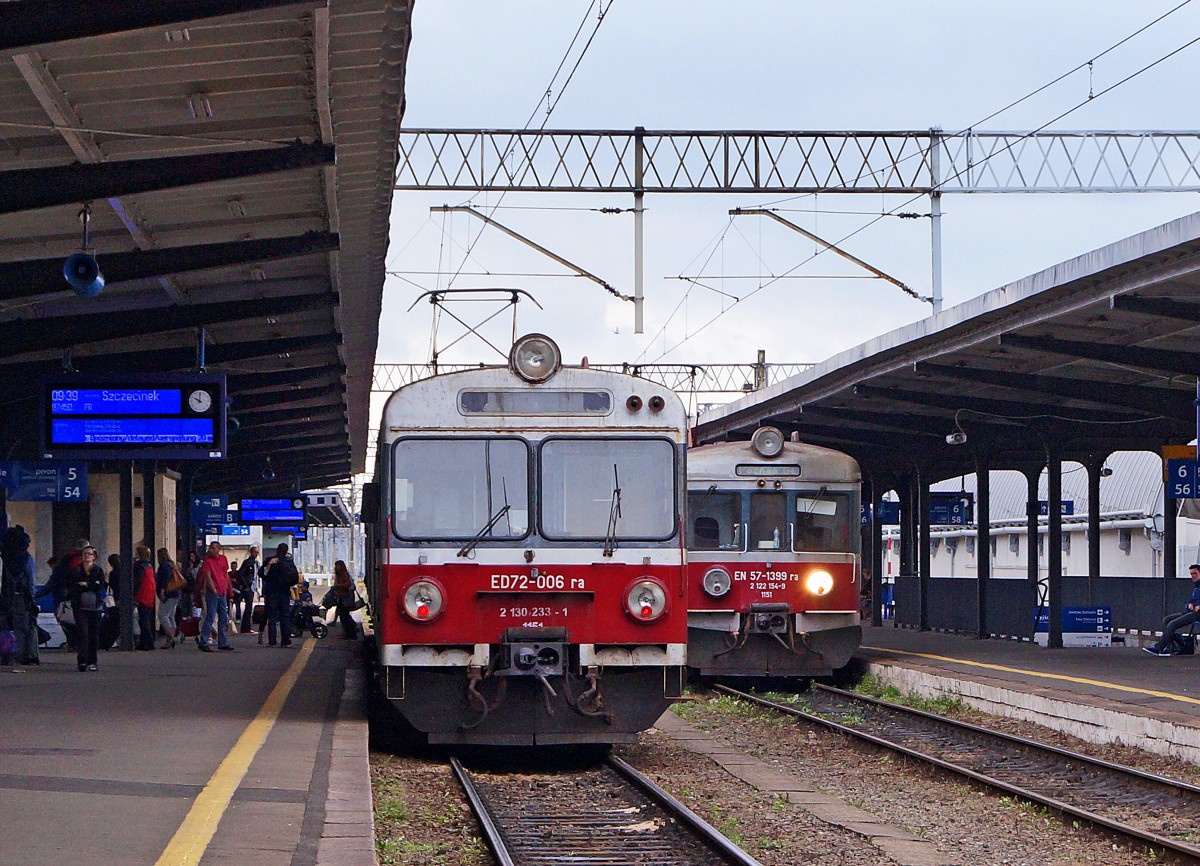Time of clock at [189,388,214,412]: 10:00
